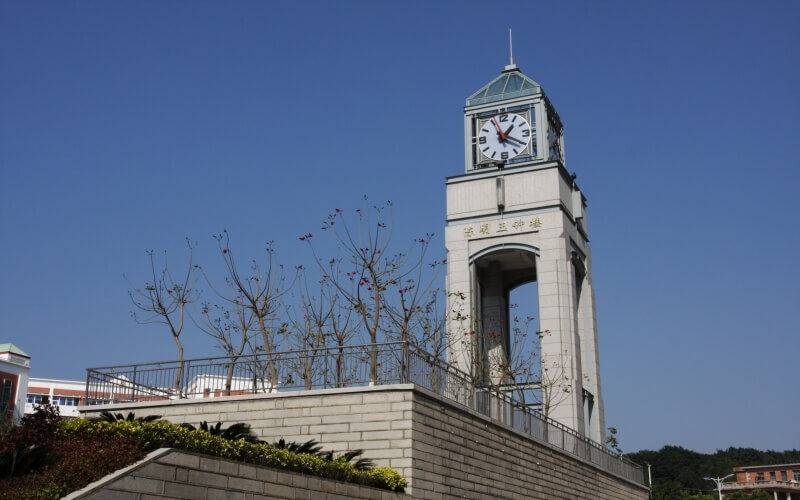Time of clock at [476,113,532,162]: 1:19
